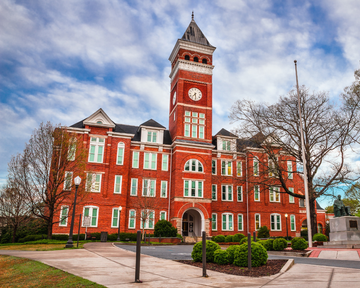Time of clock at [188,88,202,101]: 7:28
